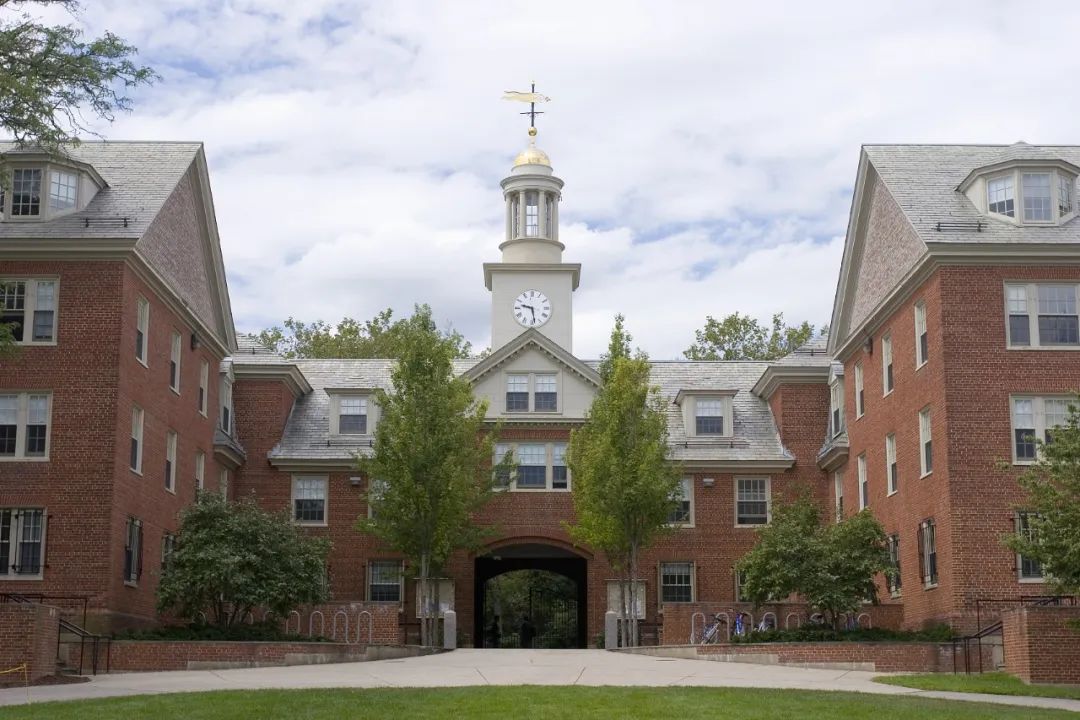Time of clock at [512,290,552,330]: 9:28
